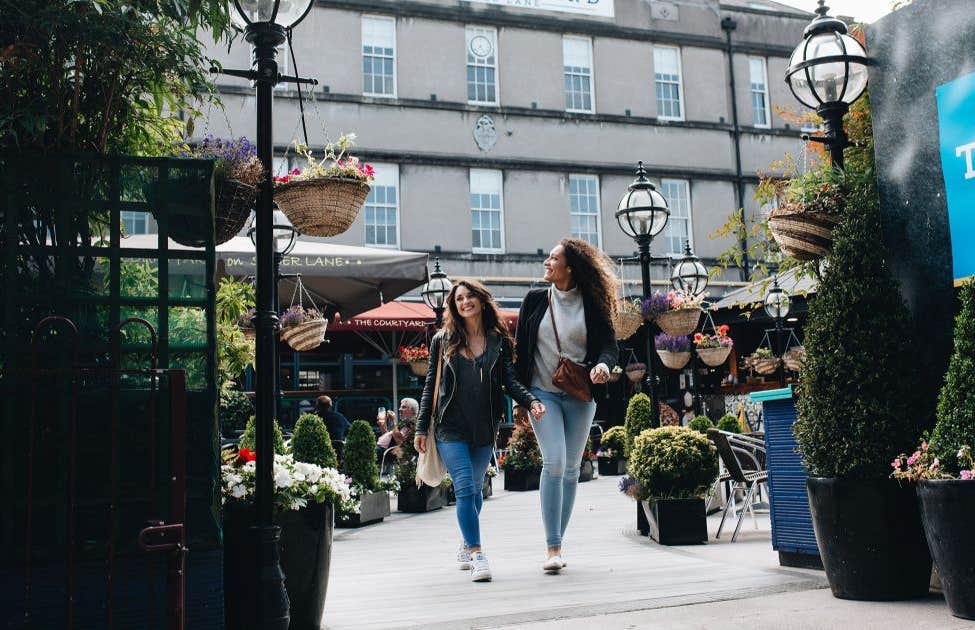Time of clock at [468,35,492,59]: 7:24
